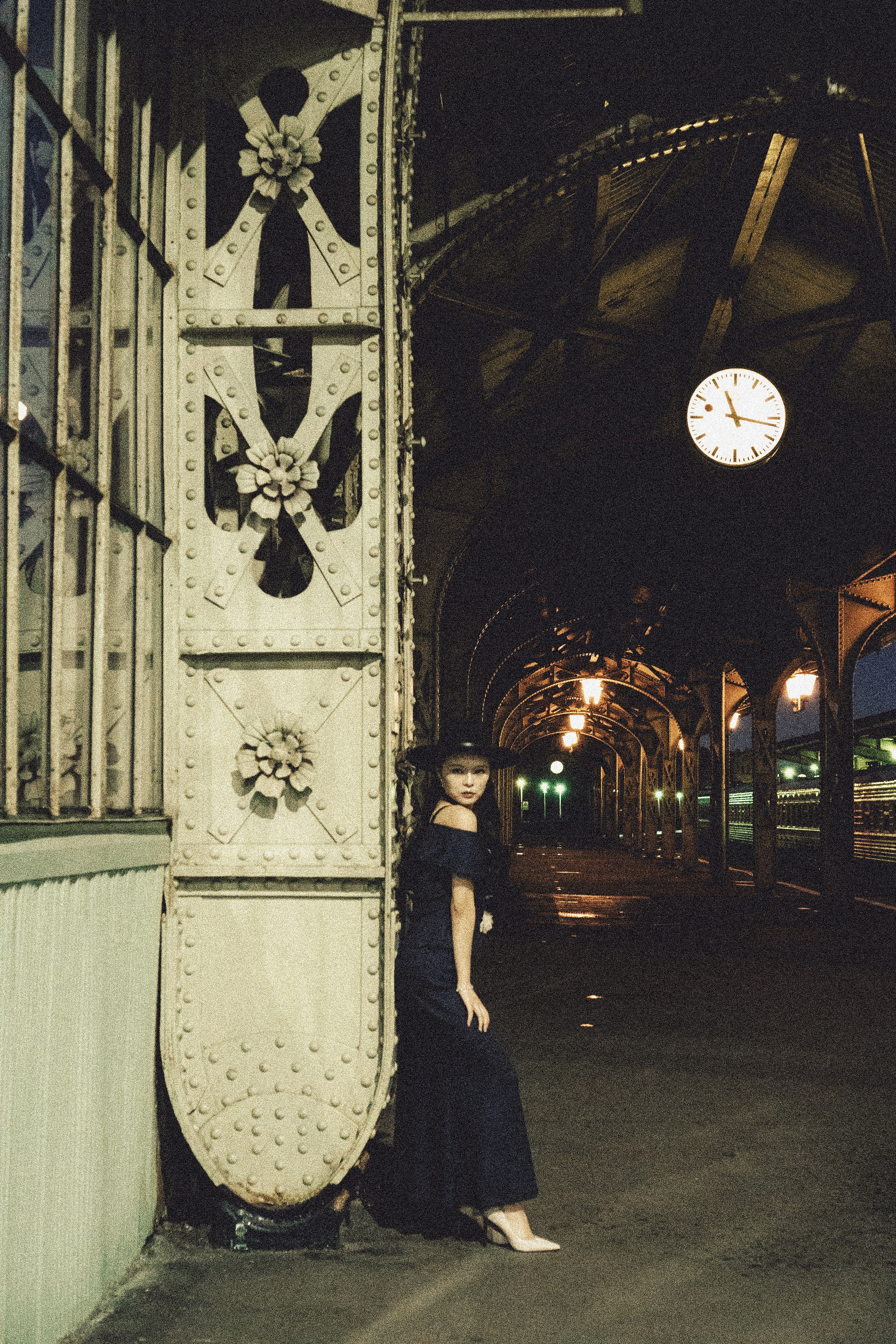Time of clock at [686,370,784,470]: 11:16
